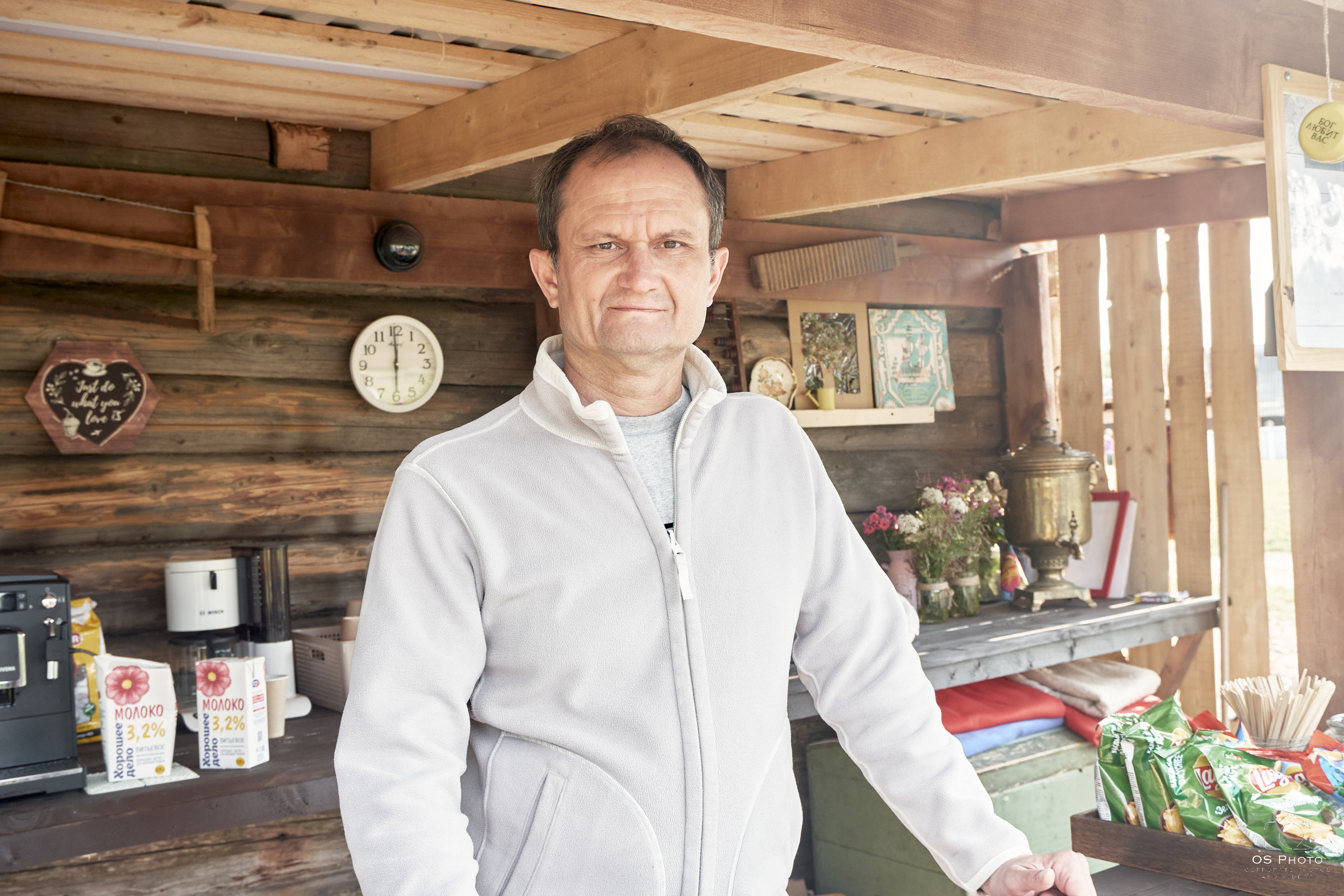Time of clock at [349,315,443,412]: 5:59
